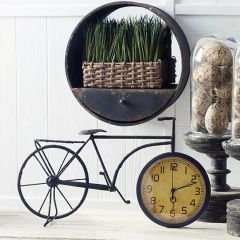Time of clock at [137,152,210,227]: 6:11
